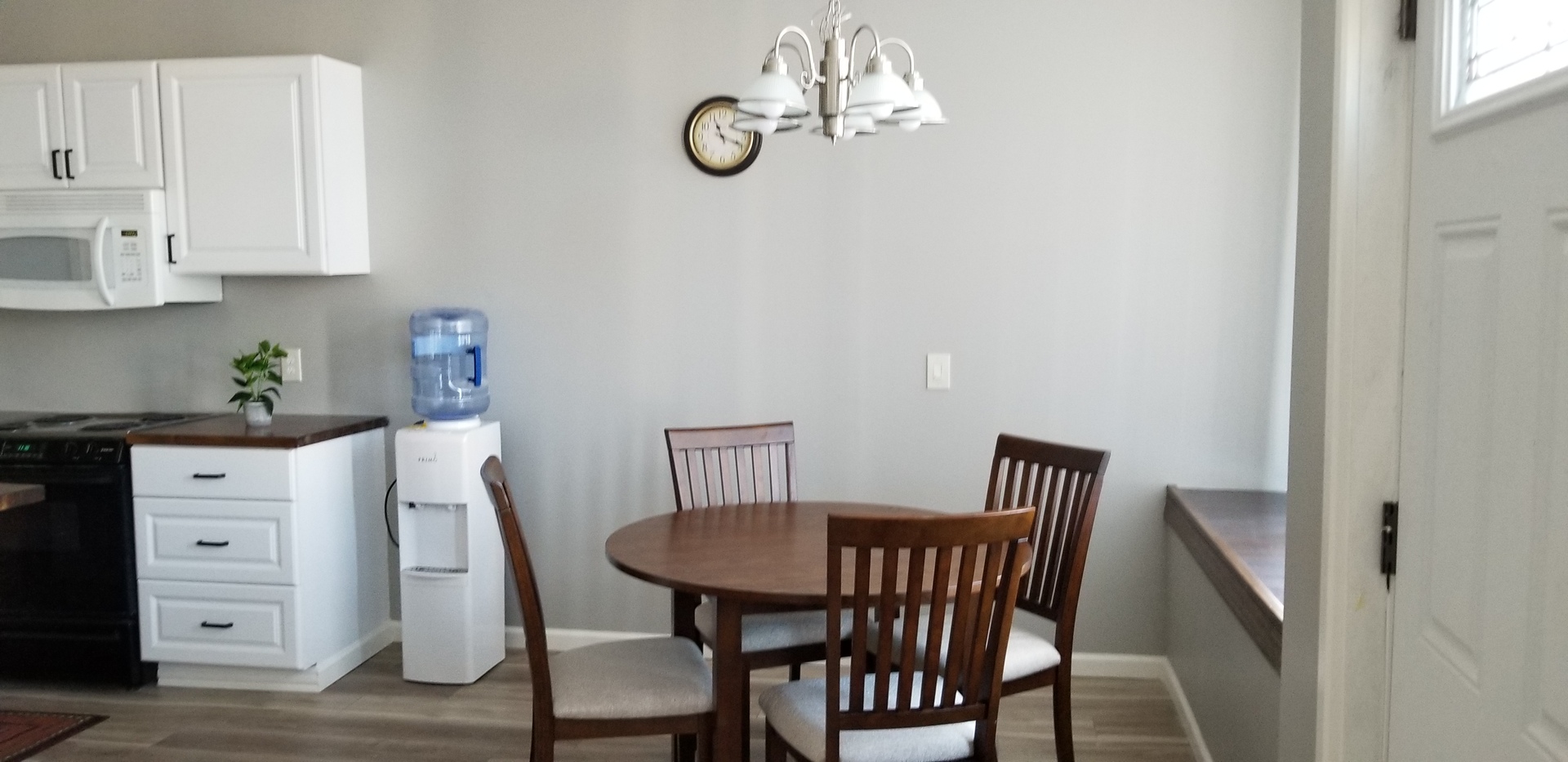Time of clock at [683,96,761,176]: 11:18
